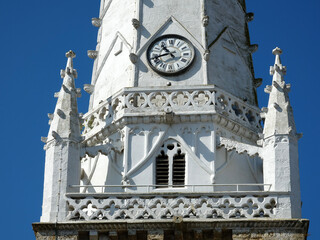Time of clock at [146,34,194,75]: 10:42
